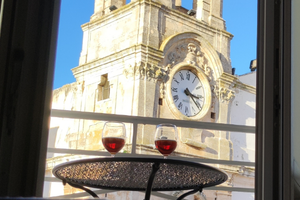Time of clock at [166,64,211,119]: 3:21
